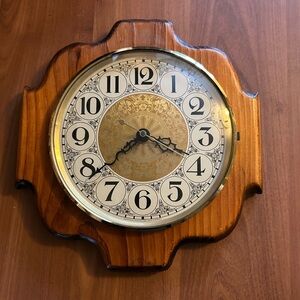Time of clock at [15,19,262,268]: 3:38
